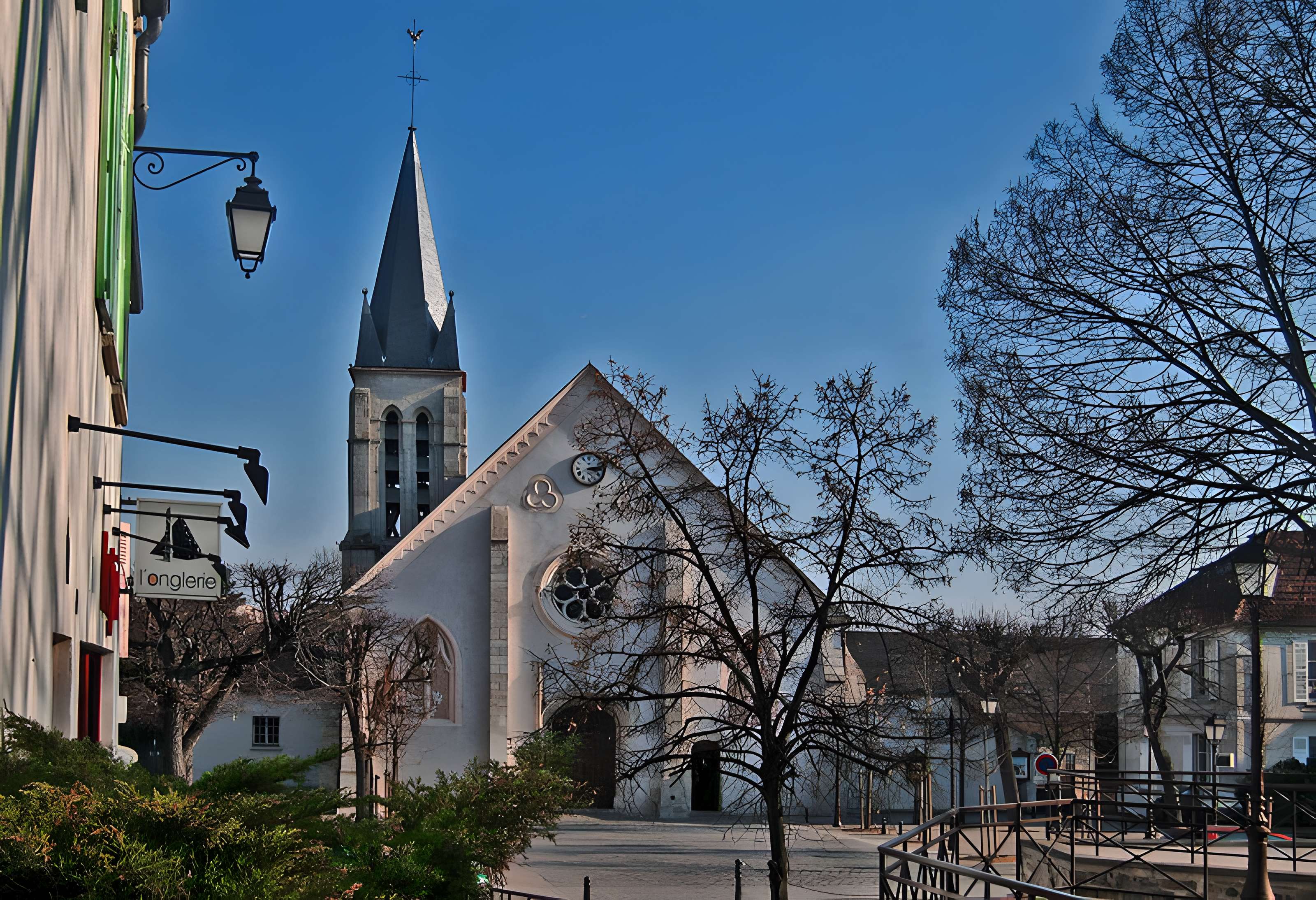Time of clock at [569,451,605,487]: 3:12
